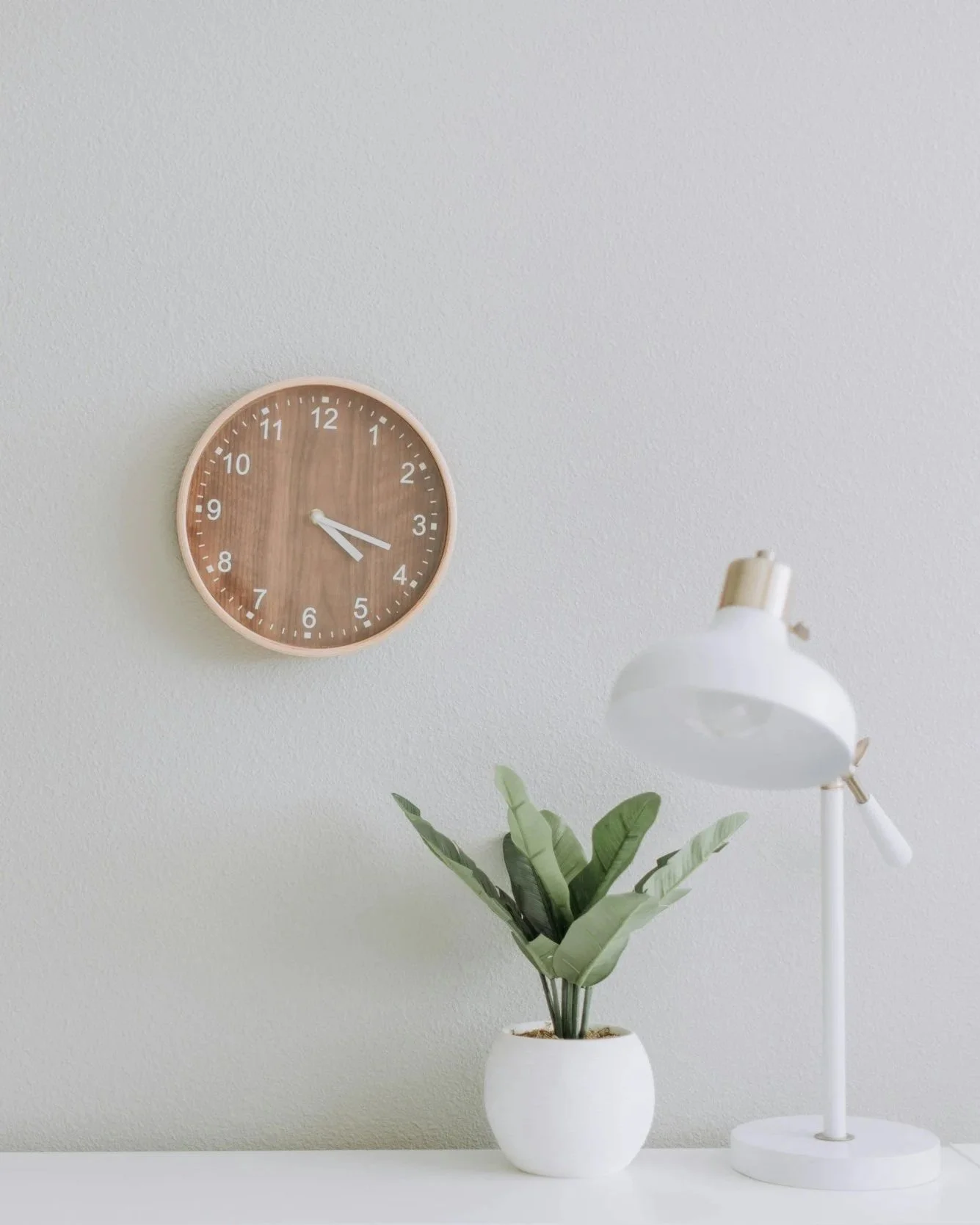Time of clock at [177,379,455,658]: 4:18
